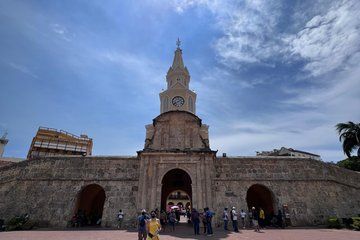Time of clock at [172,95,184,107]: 8:09
